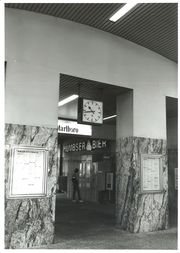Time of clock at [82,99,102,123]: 10:43
